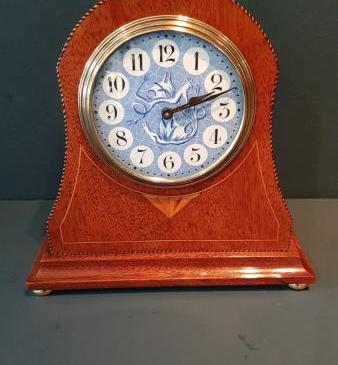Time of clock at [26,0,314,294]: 2:11
